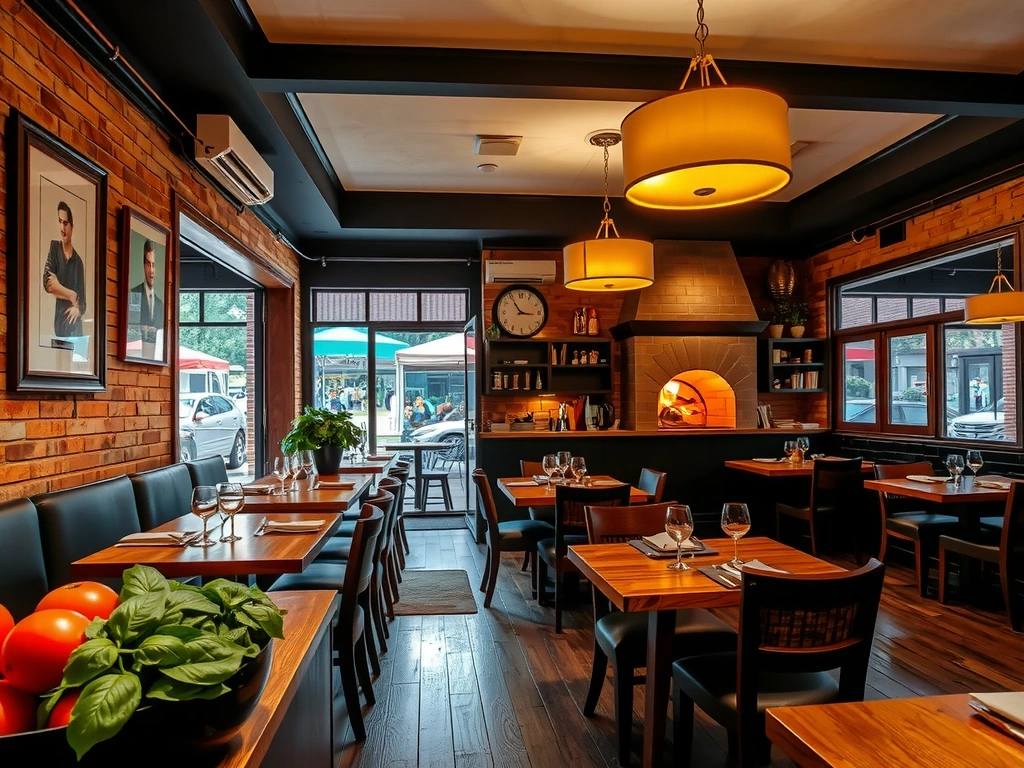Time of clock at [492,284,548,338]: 2:54
